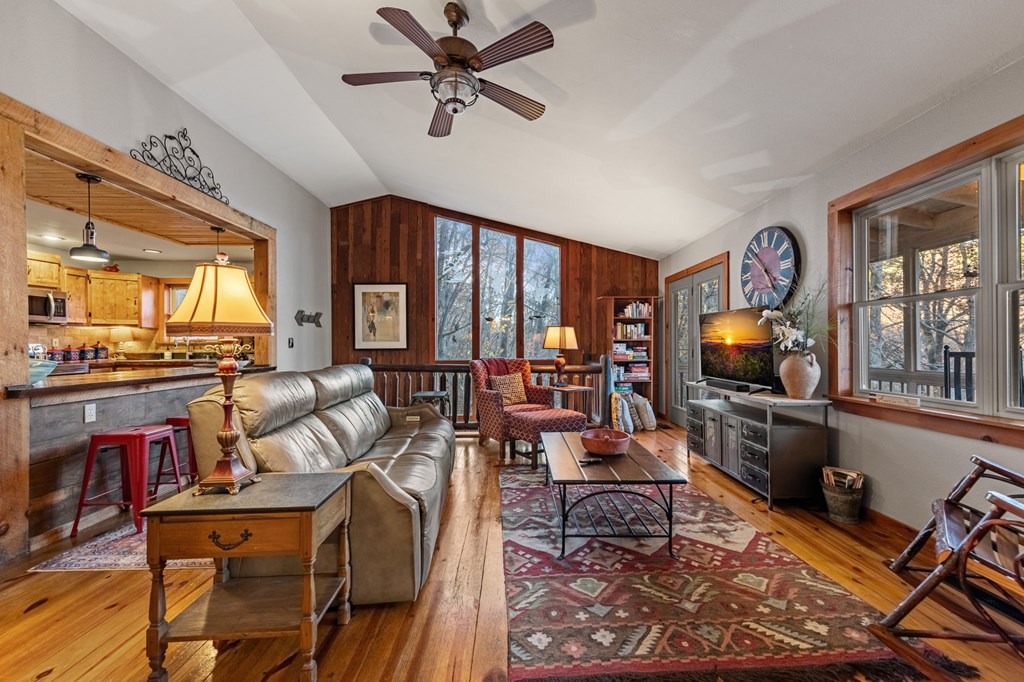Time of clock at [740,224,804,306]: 4:53
